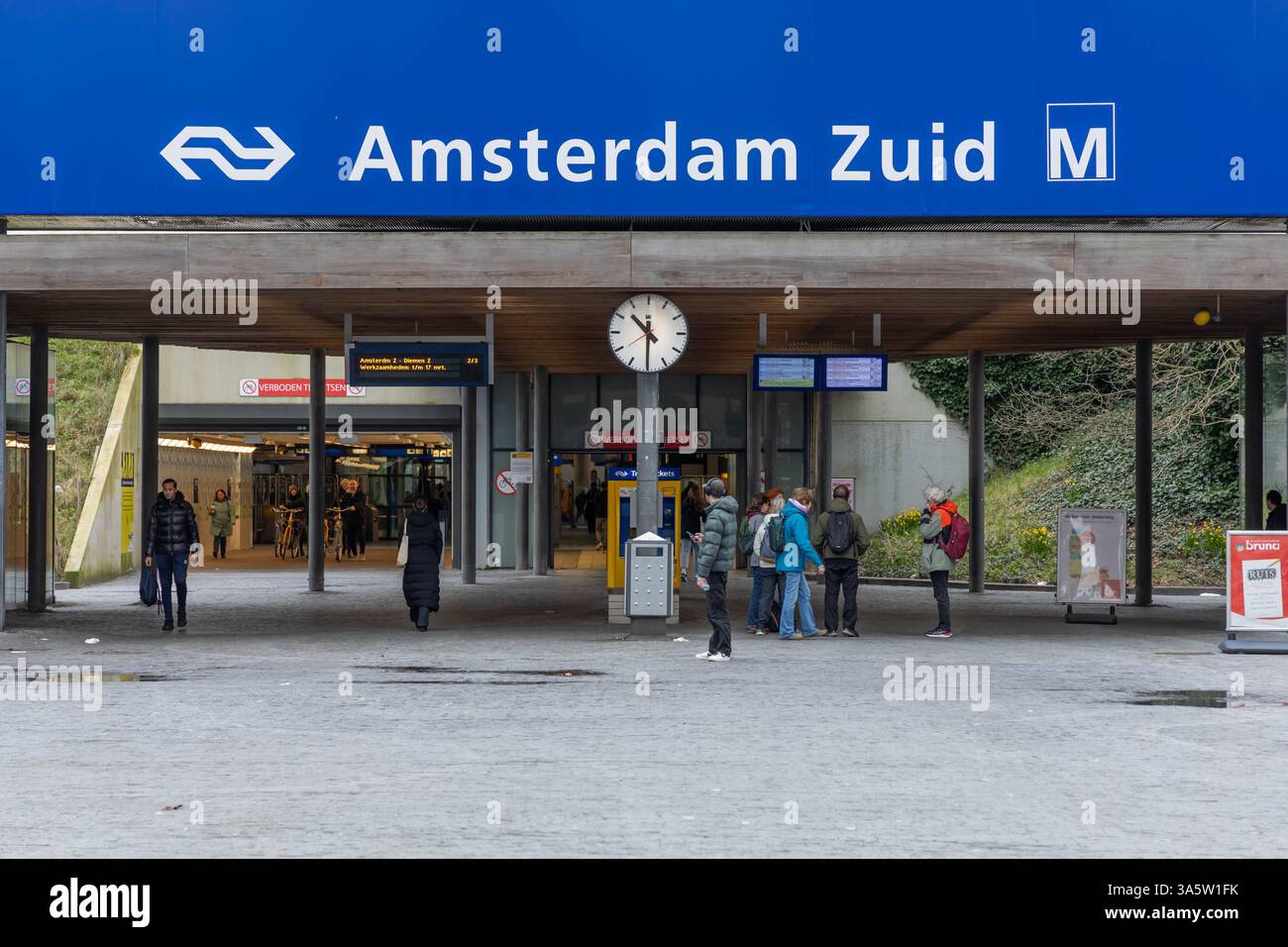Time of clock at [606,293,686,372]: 10:30
